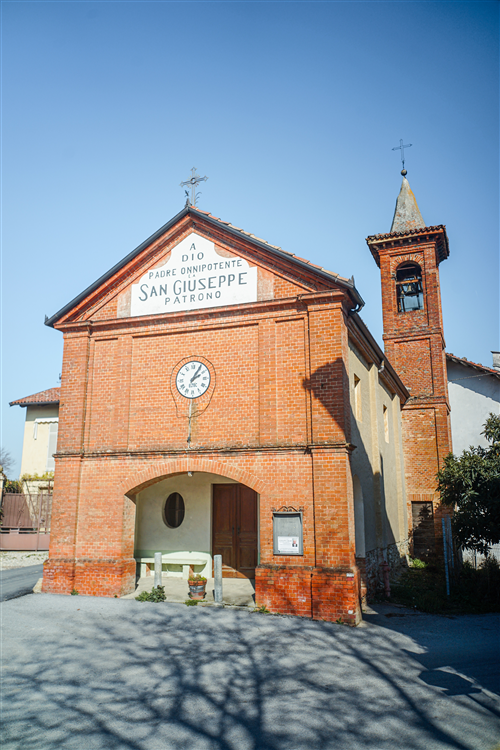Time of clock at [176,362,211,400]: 2:05
